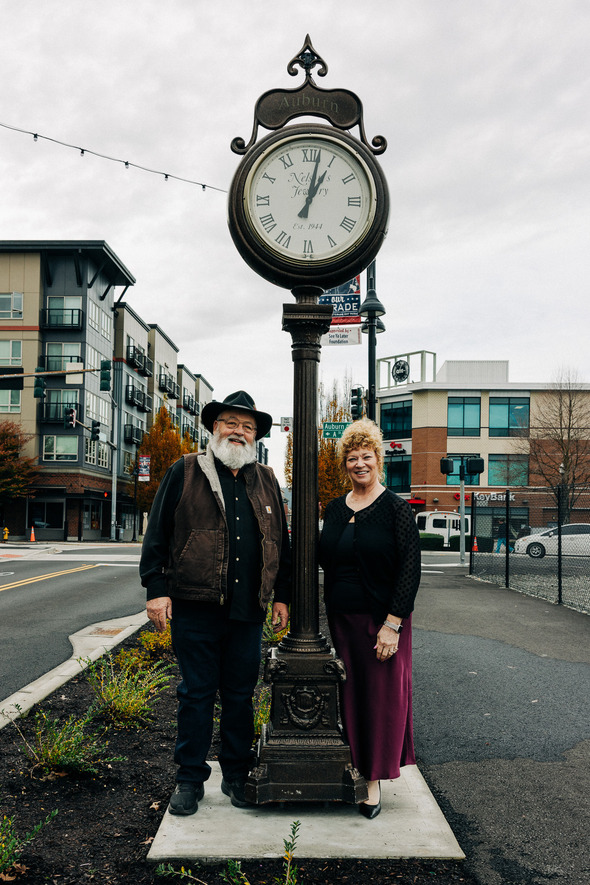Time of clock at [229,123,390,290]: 1:02
